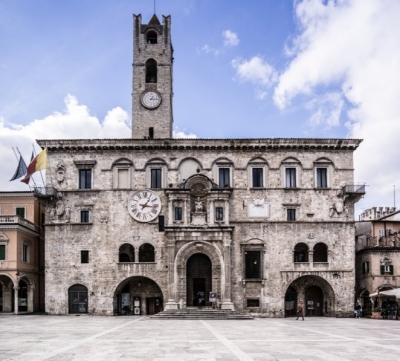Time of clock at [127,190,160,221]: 1:16
